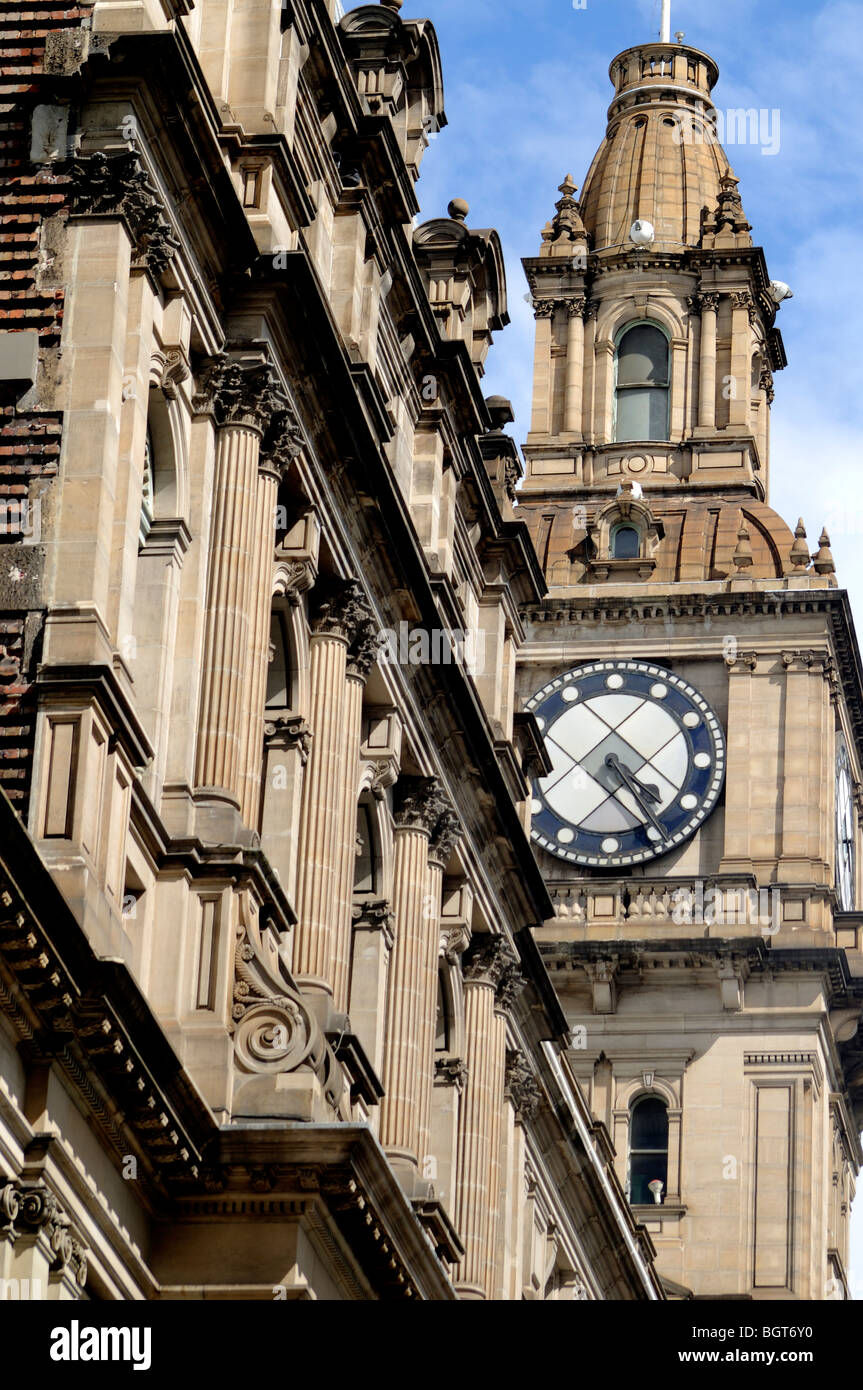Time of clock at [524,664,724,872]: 4:24
